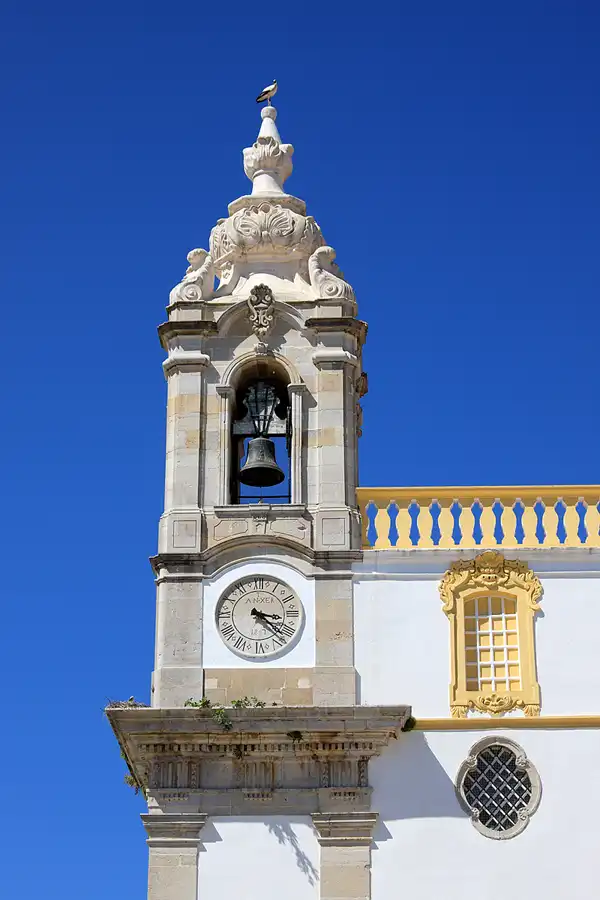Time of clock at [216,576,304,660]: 3:22
